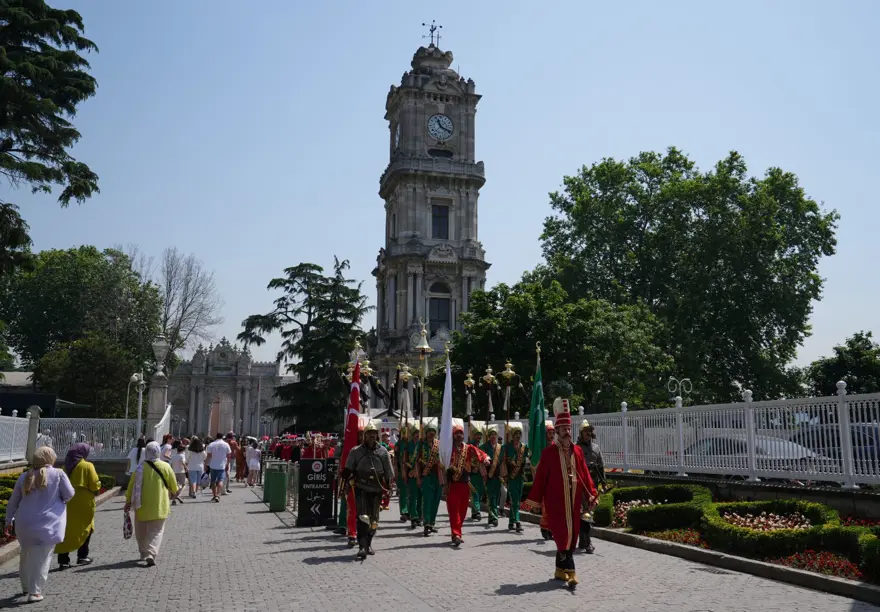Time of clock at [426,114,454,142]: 11:19
